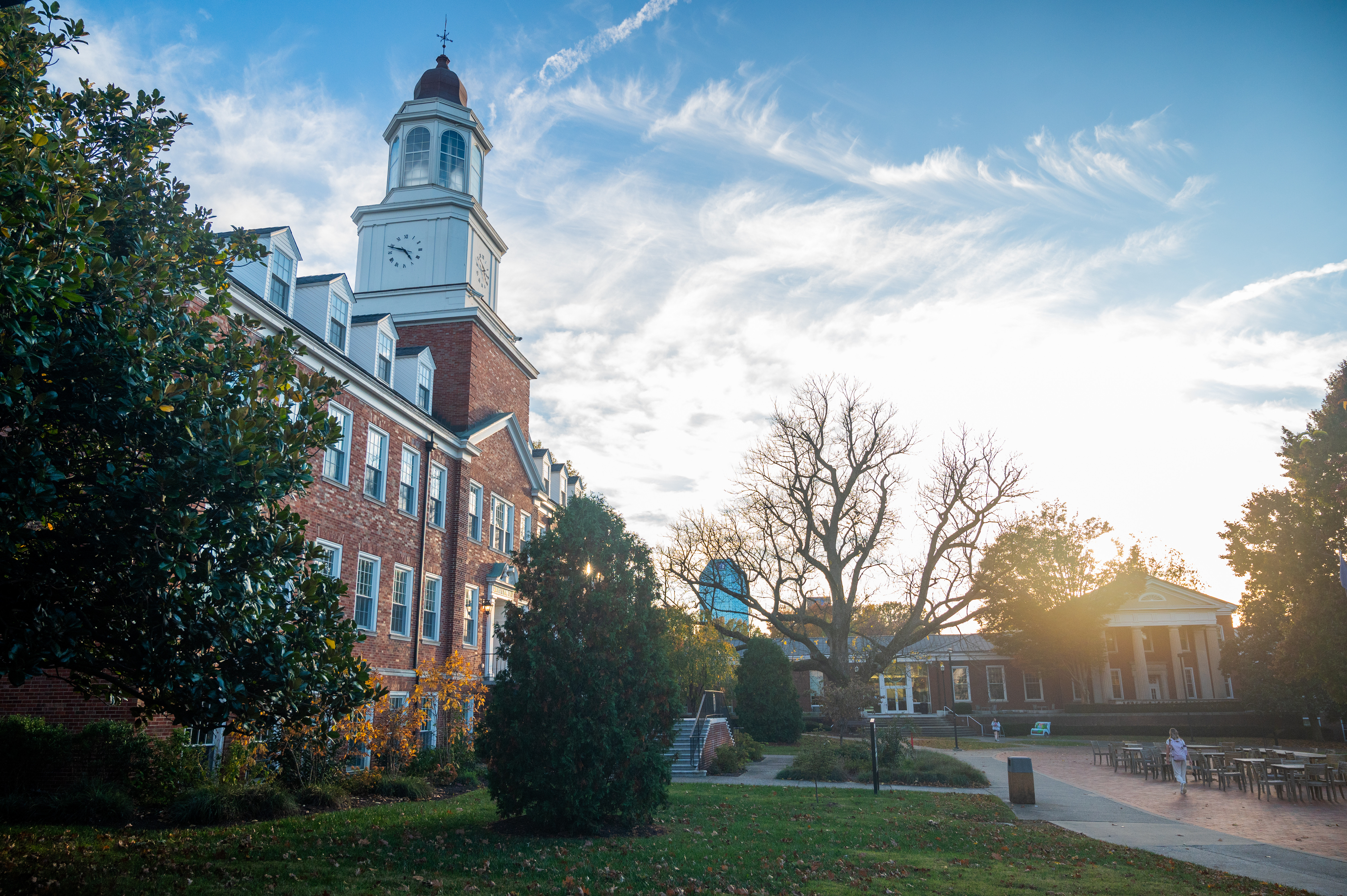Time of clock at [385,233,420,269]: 4:48
